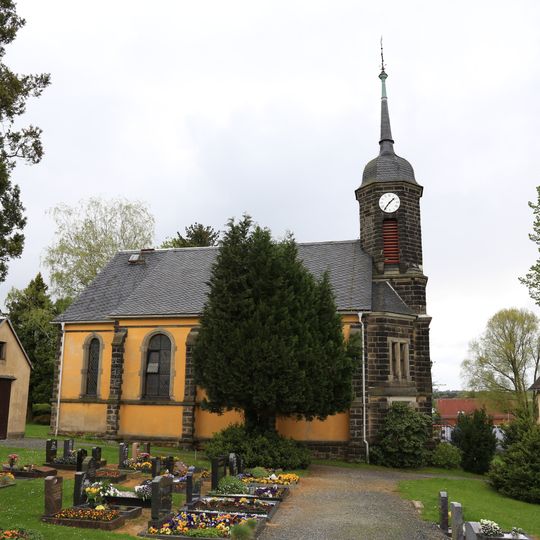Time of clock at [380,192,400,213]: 1:36
